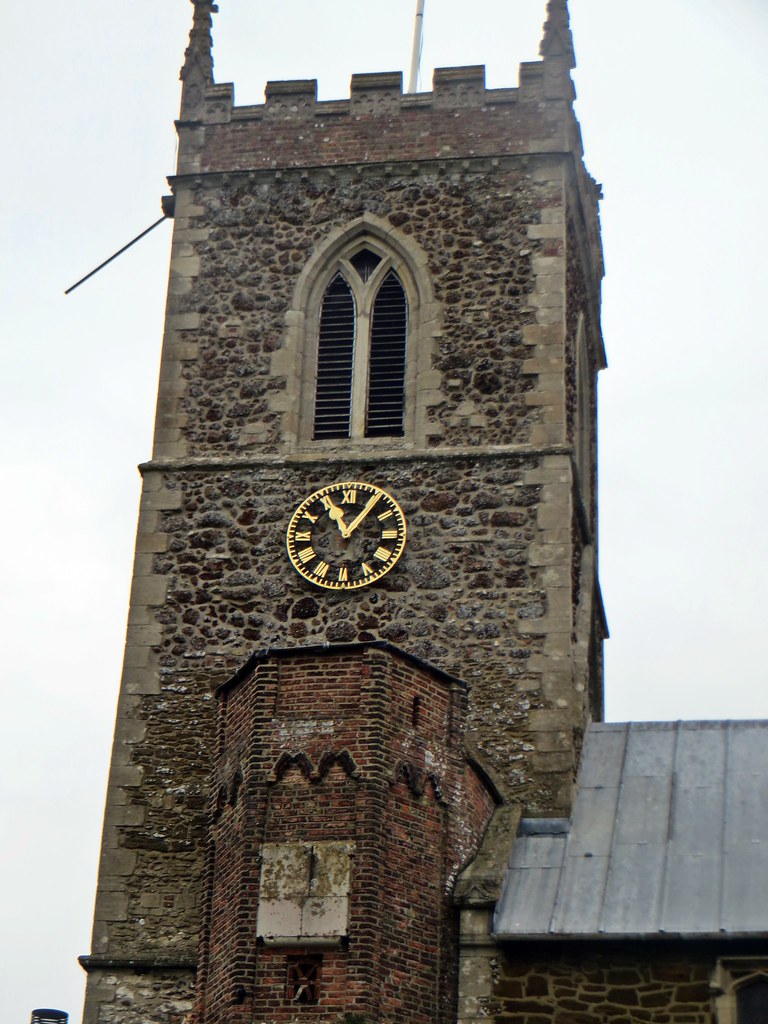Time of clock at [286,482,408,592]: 11:05
